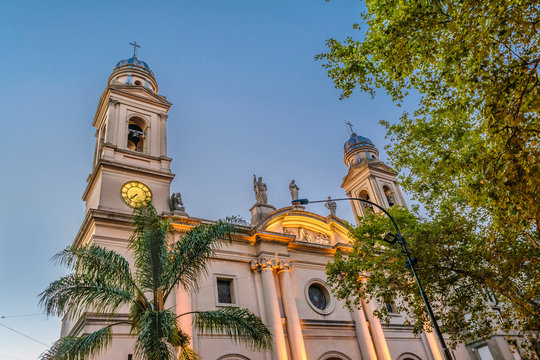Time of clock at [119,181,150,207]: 7:37
